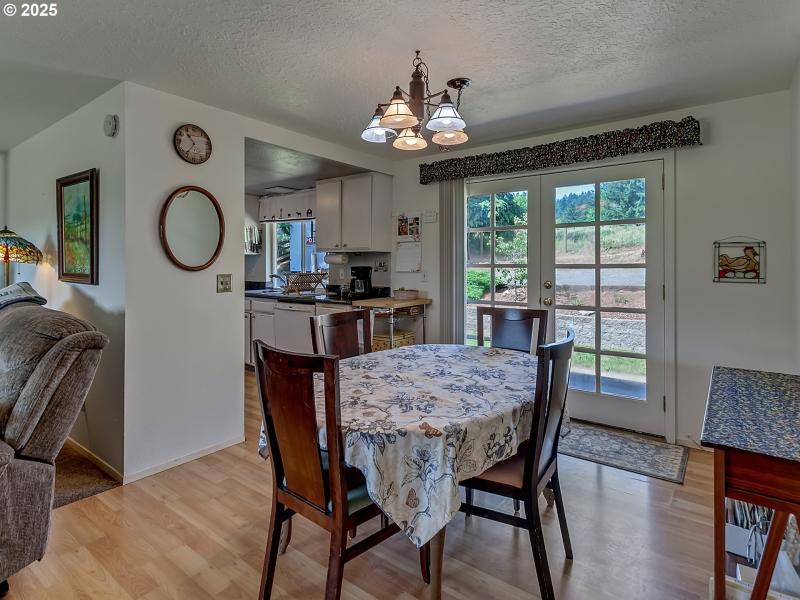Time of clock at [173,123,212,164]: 10:36
